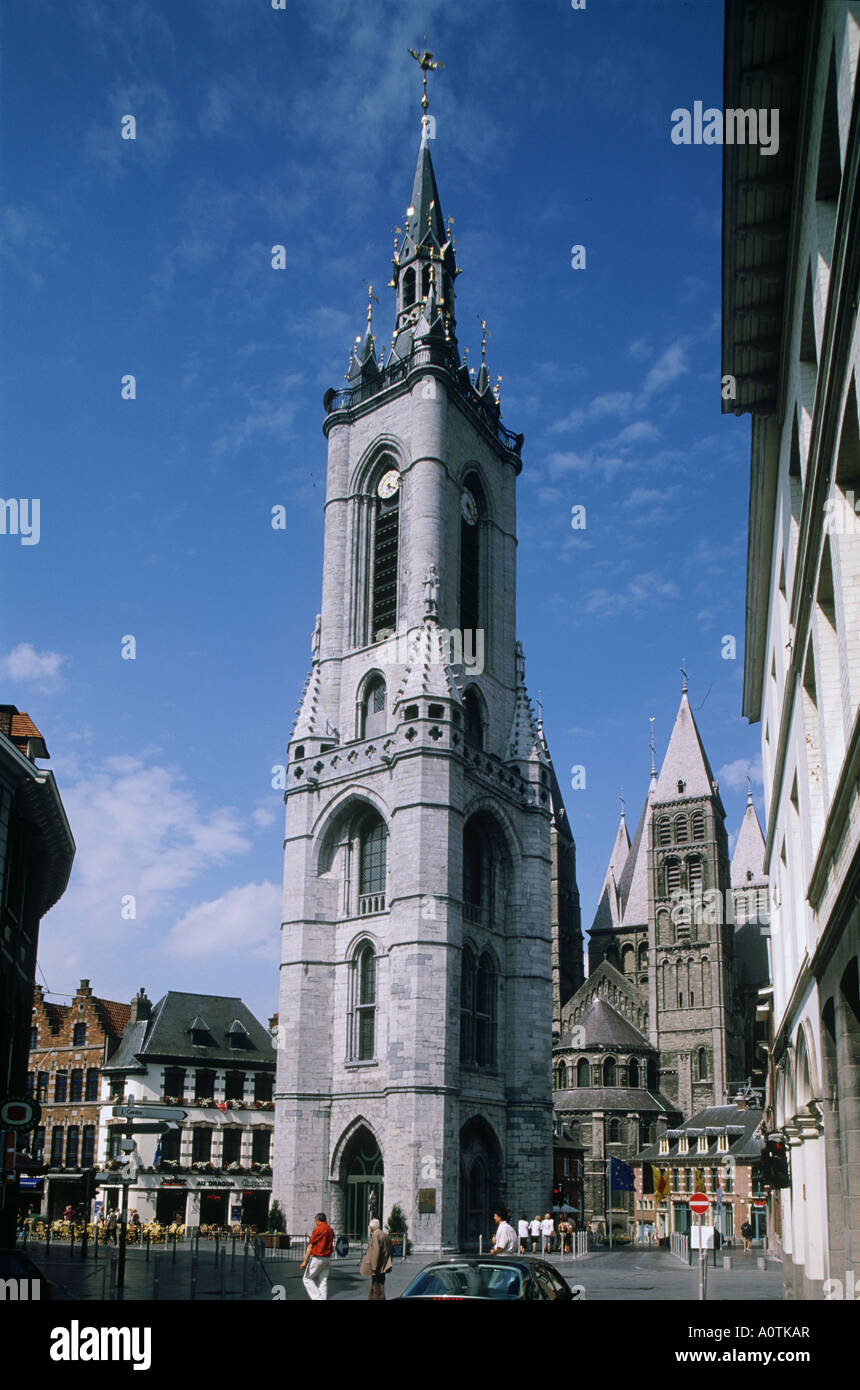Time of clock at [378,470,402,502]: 5:18
